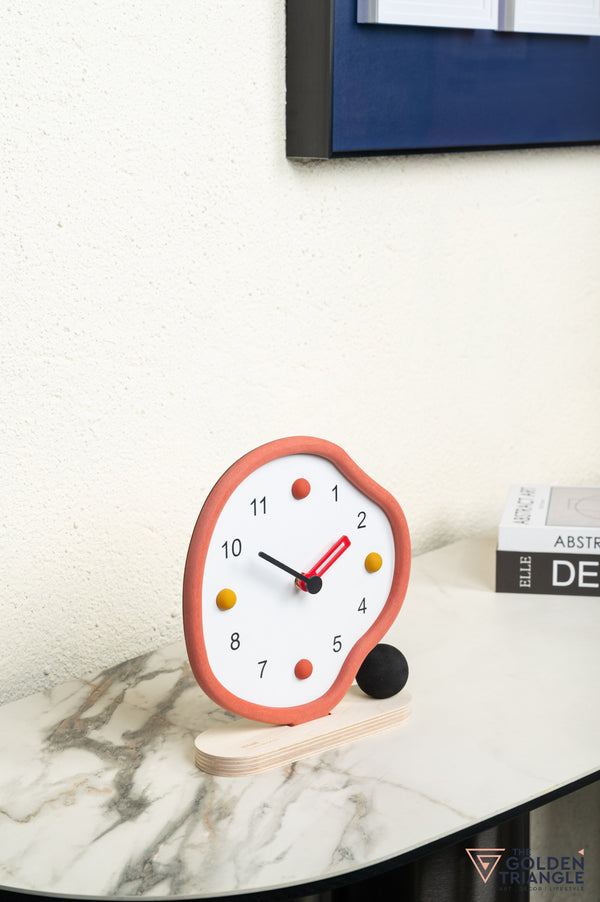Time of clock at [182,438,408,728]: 1:50
